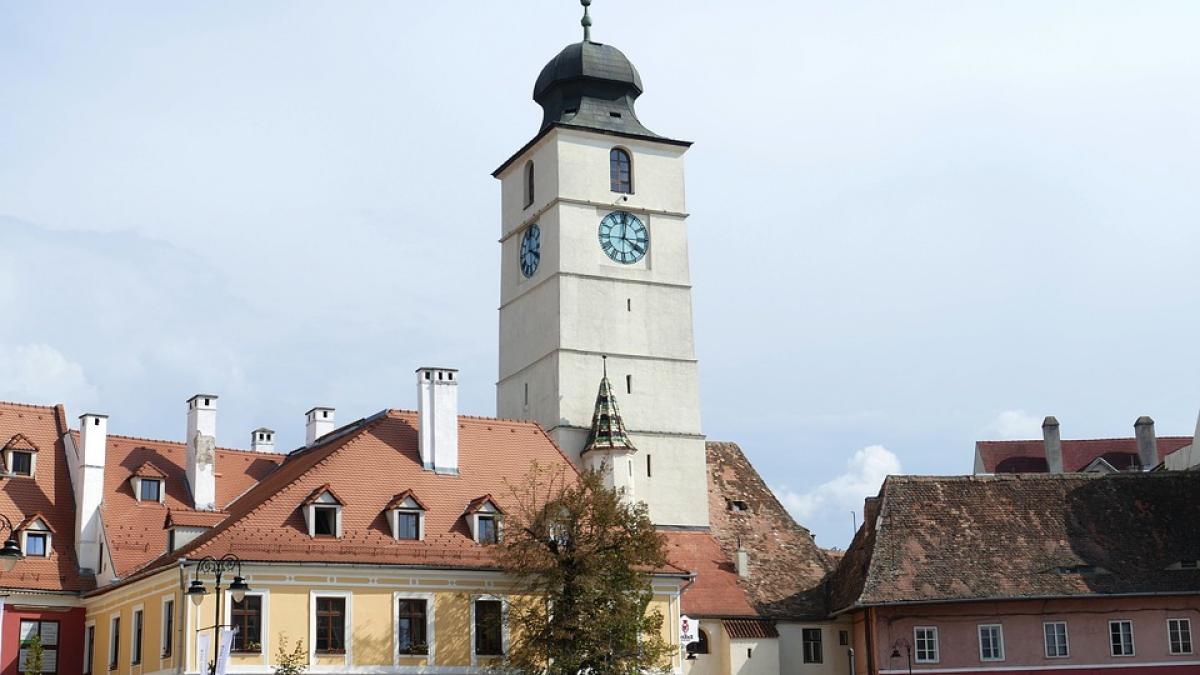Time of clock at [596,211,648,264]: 4:00
